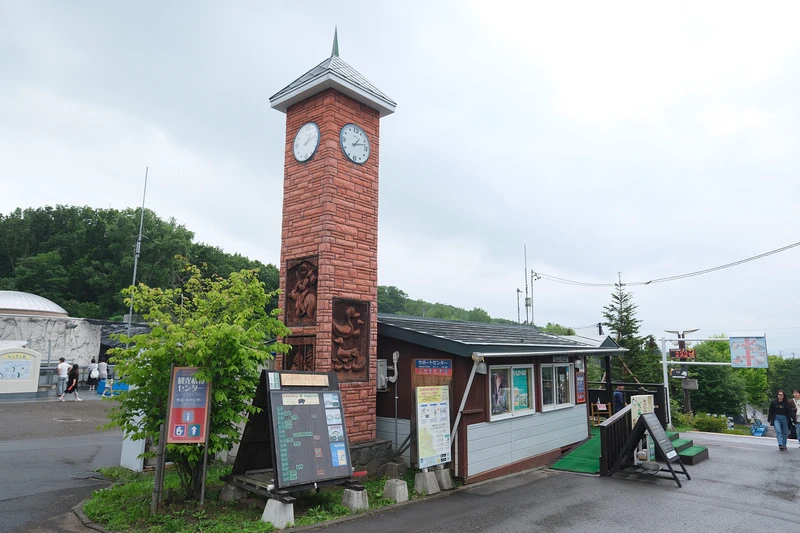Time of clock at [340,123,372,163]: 1:12
